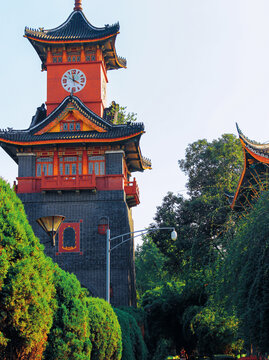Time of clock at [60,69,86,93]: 3:58
